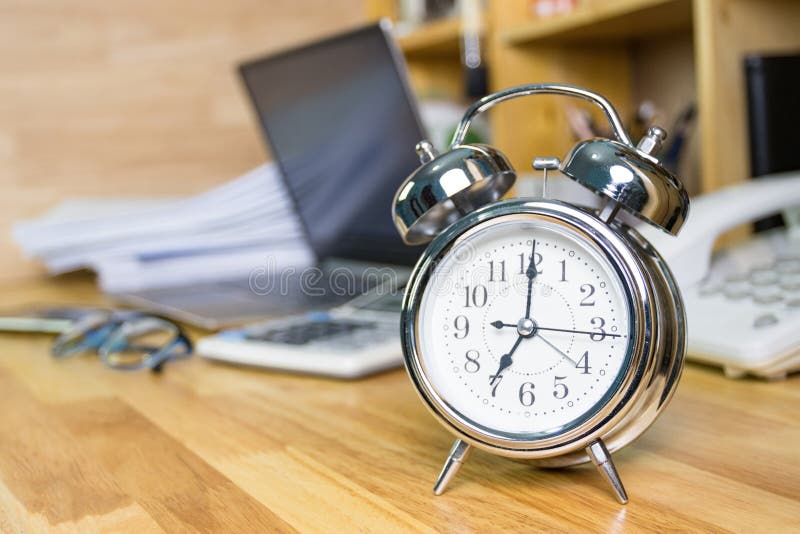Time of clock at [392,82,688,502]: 7:00
